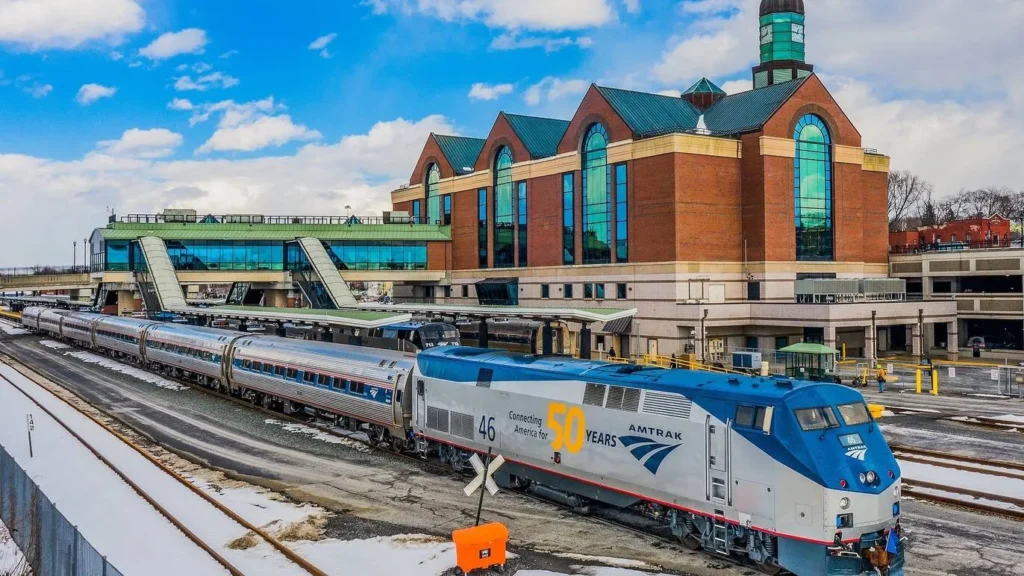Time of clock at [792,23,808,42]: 12:46
